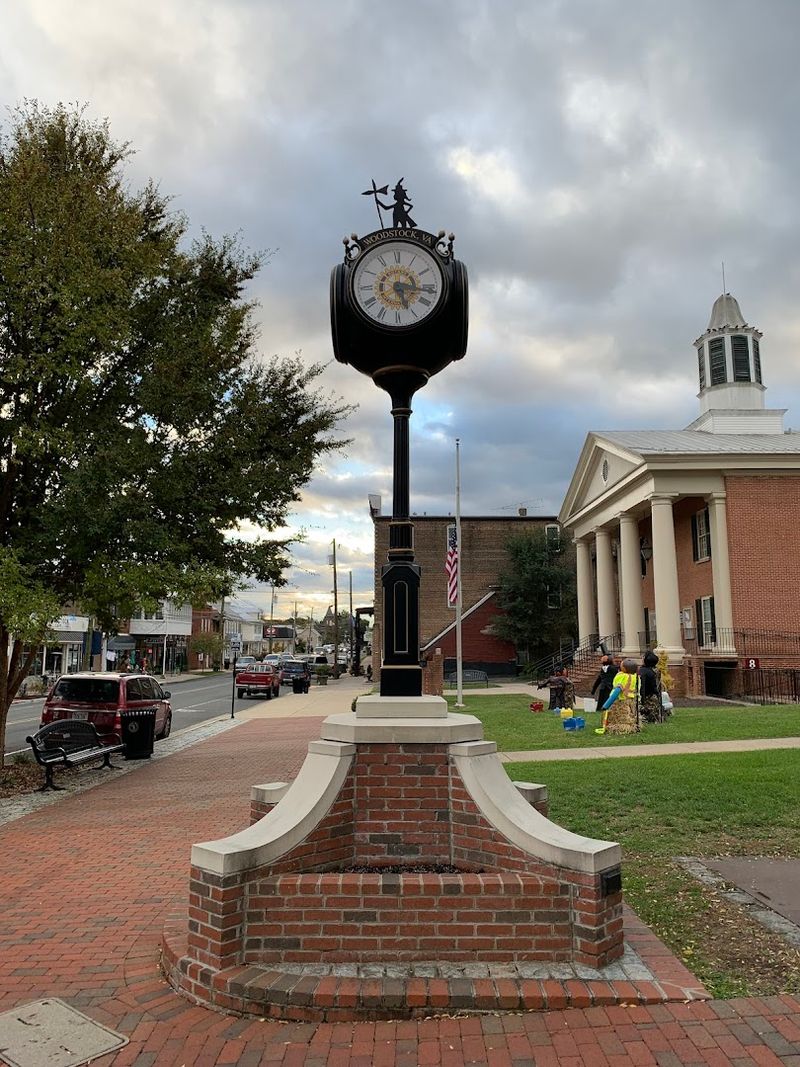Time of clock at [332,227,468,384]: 5:16
